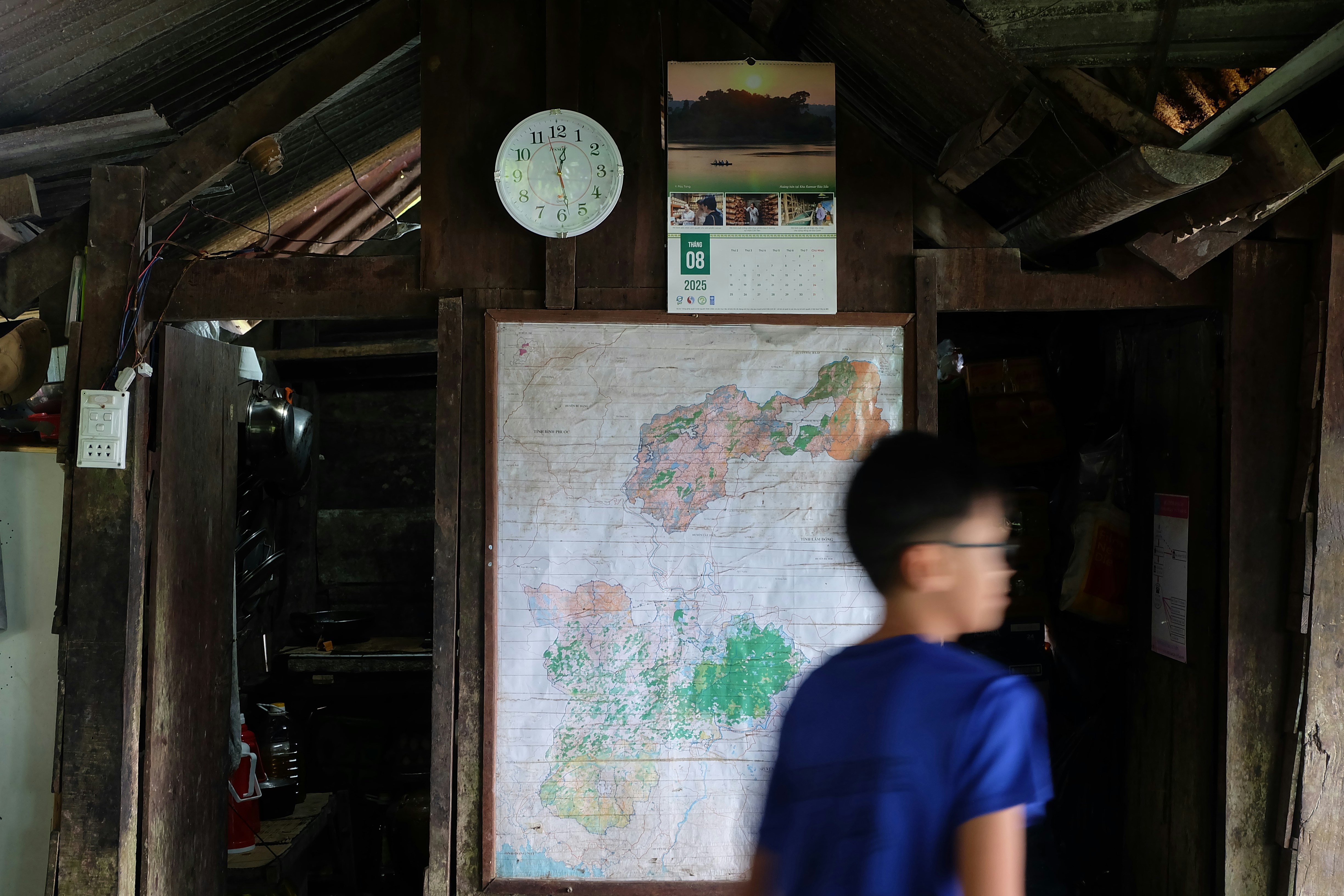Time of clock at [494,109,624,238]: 12:28
